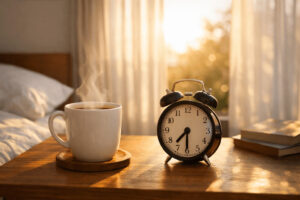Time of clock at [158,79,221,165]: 7:30
